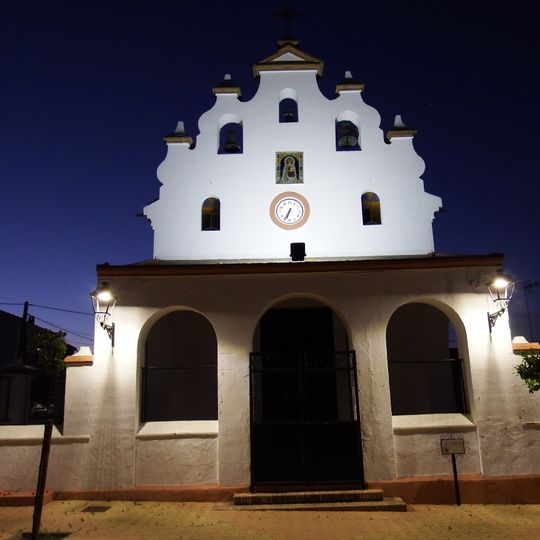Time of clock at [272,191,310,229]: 6:34
